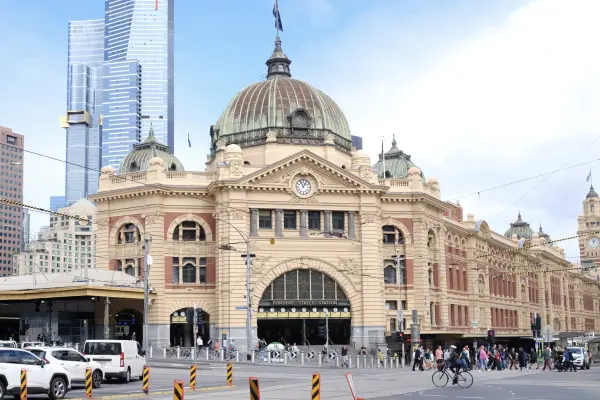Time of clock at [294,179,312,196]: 12:55
